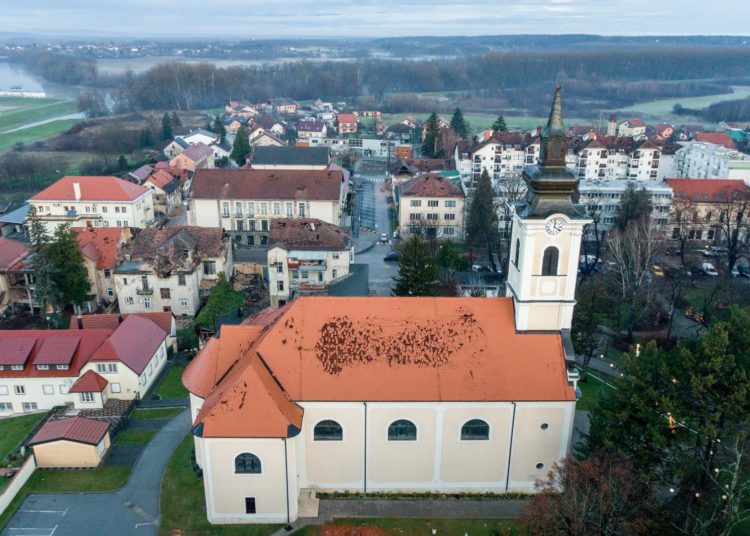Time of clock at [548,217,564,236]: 4:02
